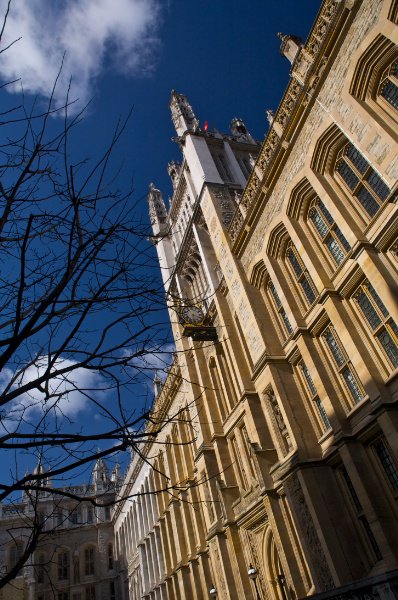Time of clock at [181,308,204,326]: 6:18
